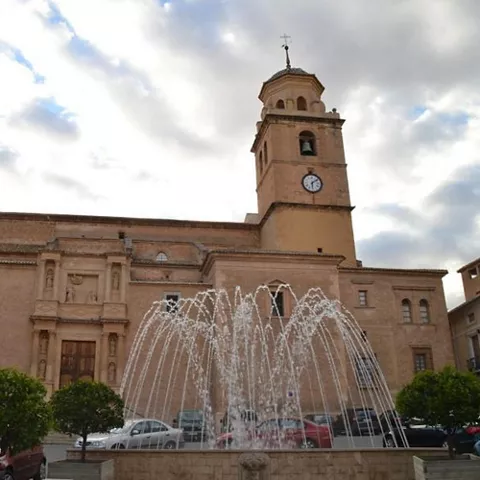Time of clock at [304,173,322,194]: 6:08
